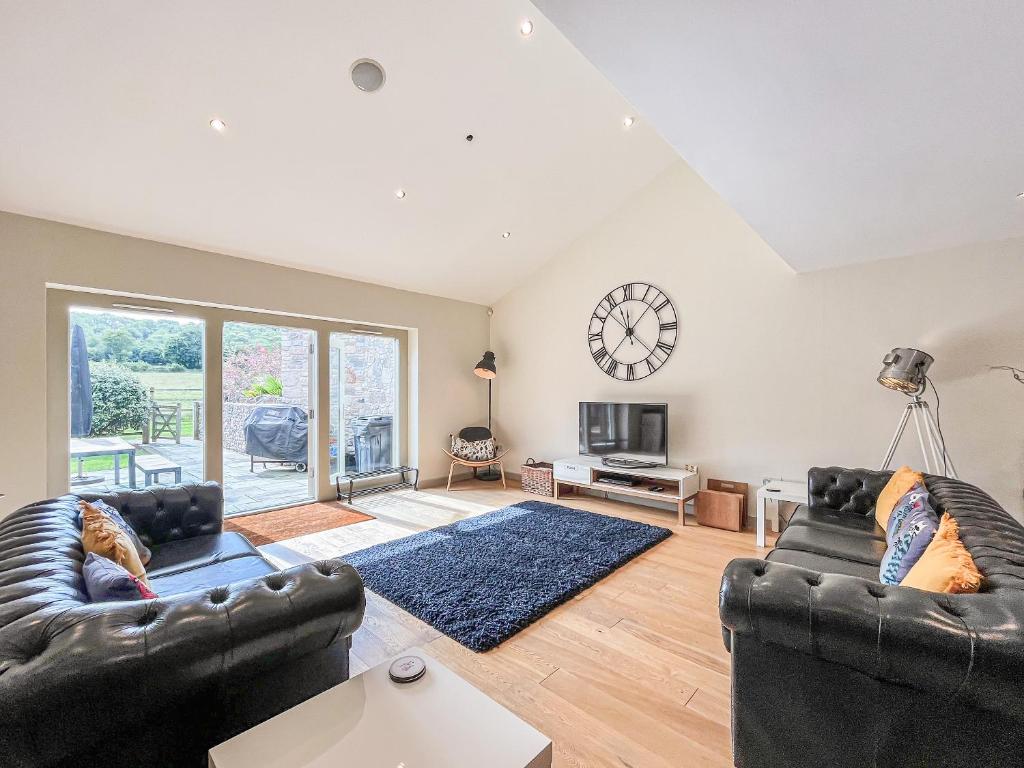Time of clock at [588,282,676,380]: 11:37
